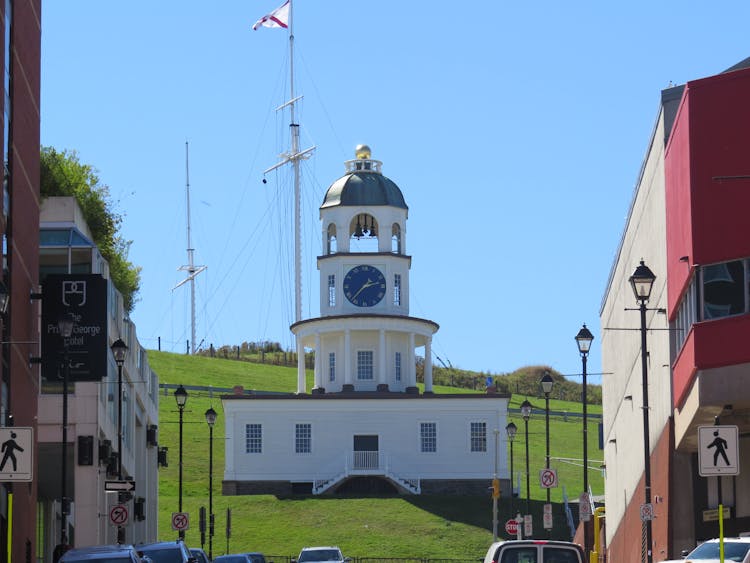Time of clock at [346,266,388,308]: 2:37
